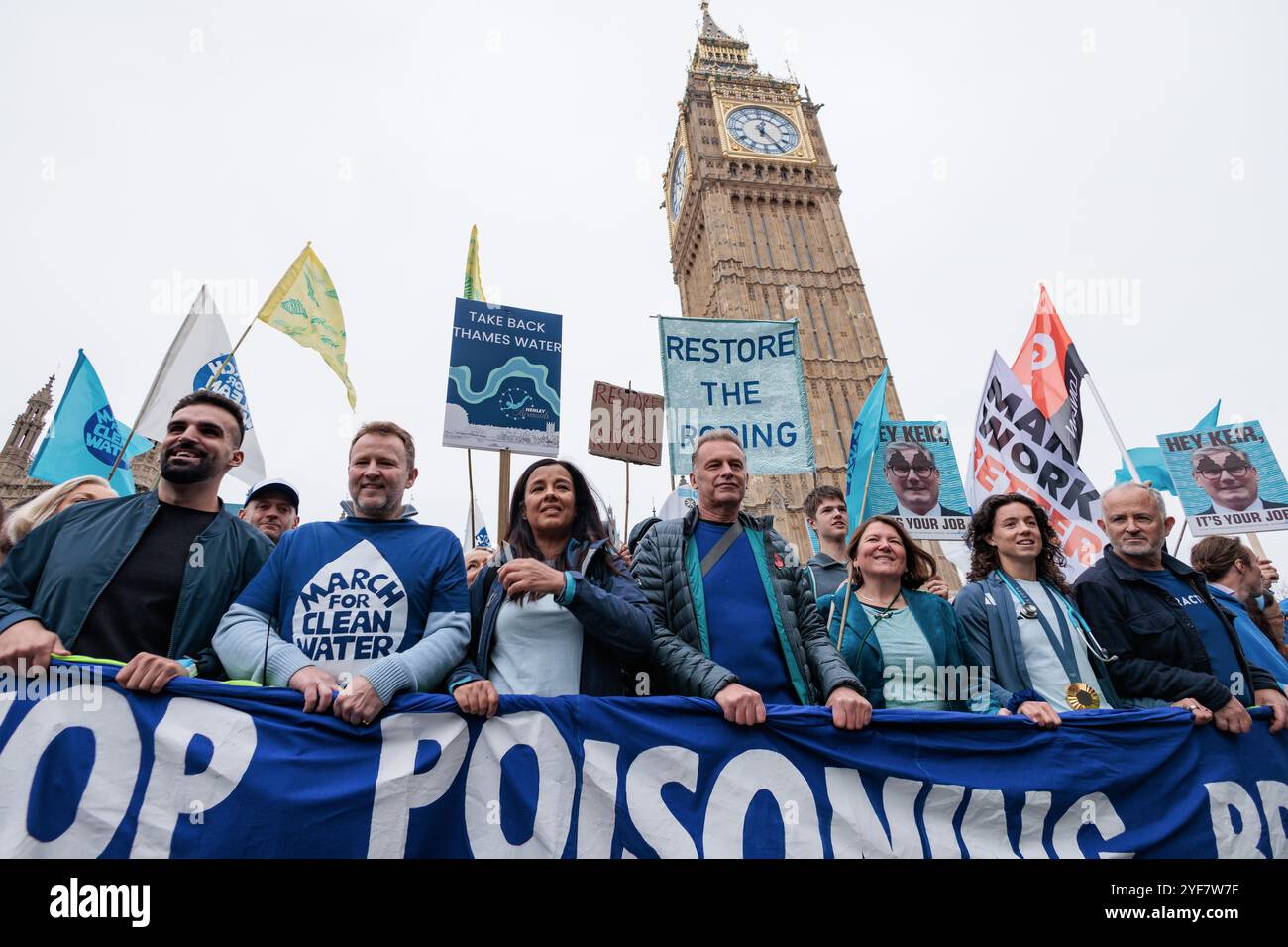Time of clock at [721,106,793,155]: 12:24
